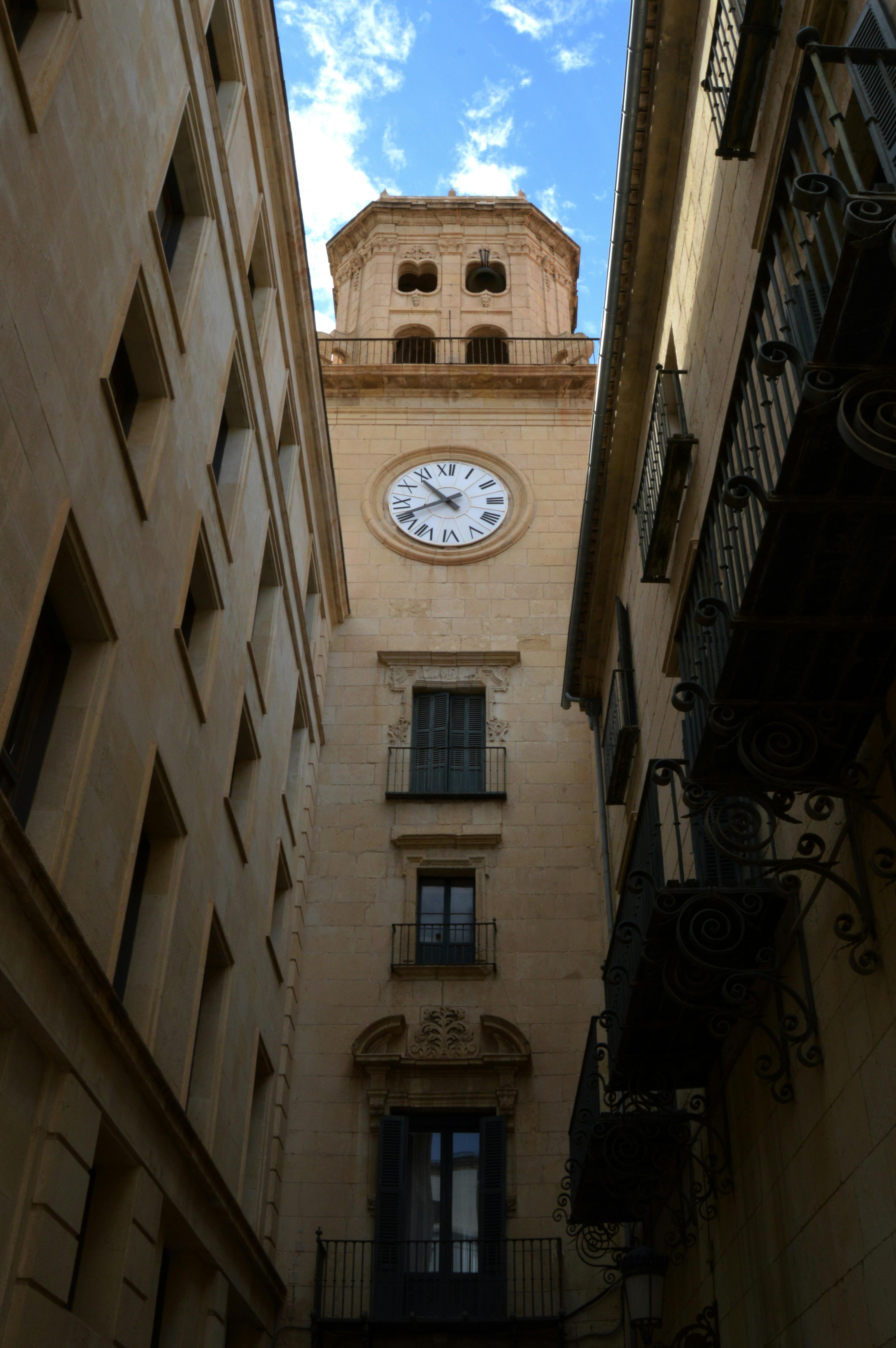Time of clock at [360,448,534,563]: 10:41
